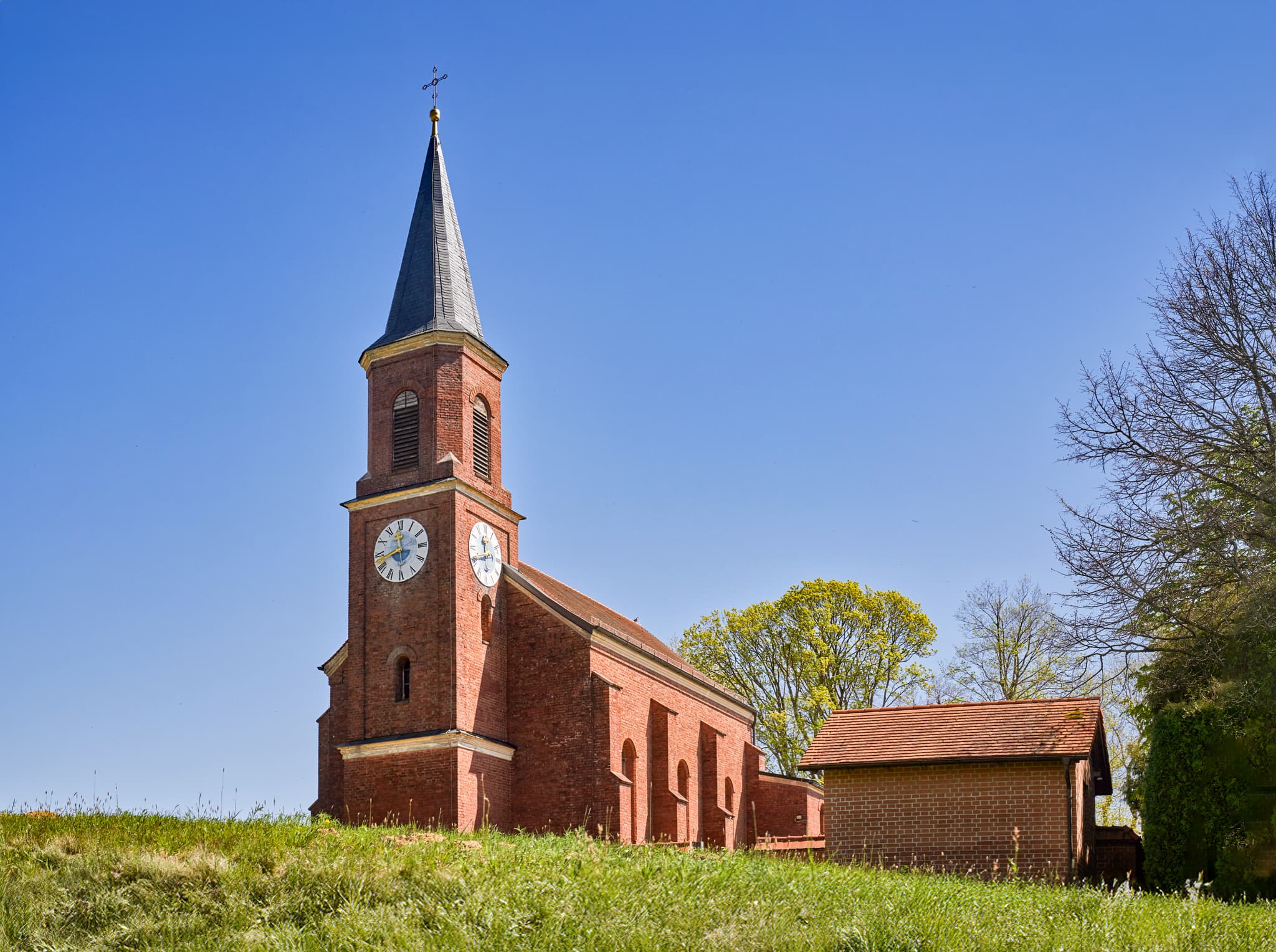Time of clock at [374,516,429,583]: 11:42
